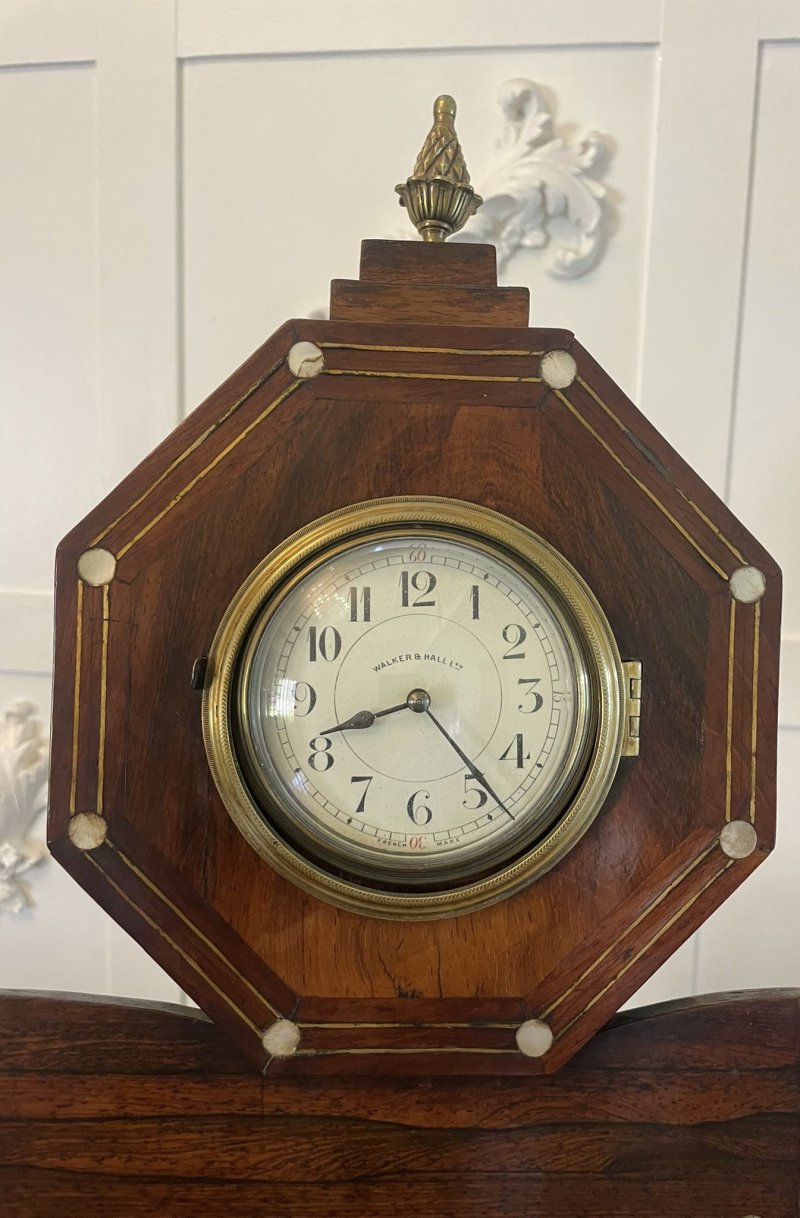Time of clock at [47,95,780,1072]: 8:23
